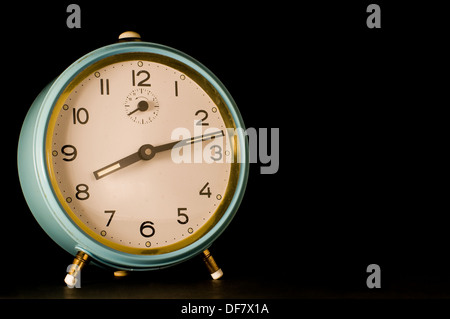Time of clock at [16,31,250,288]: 8:12
